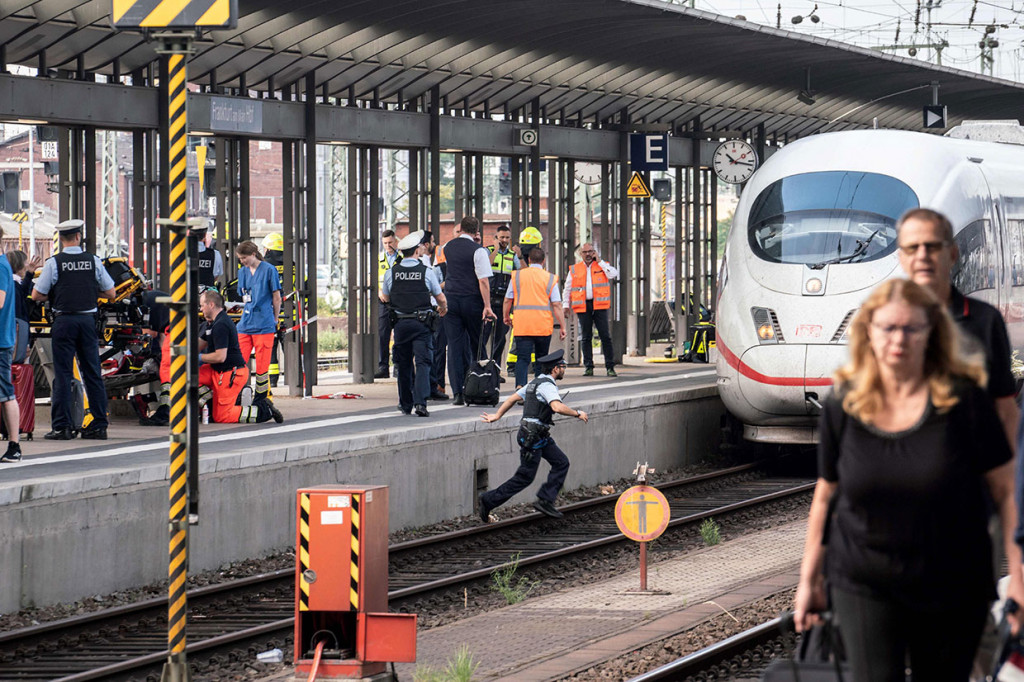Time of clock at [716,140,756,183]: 10:17
